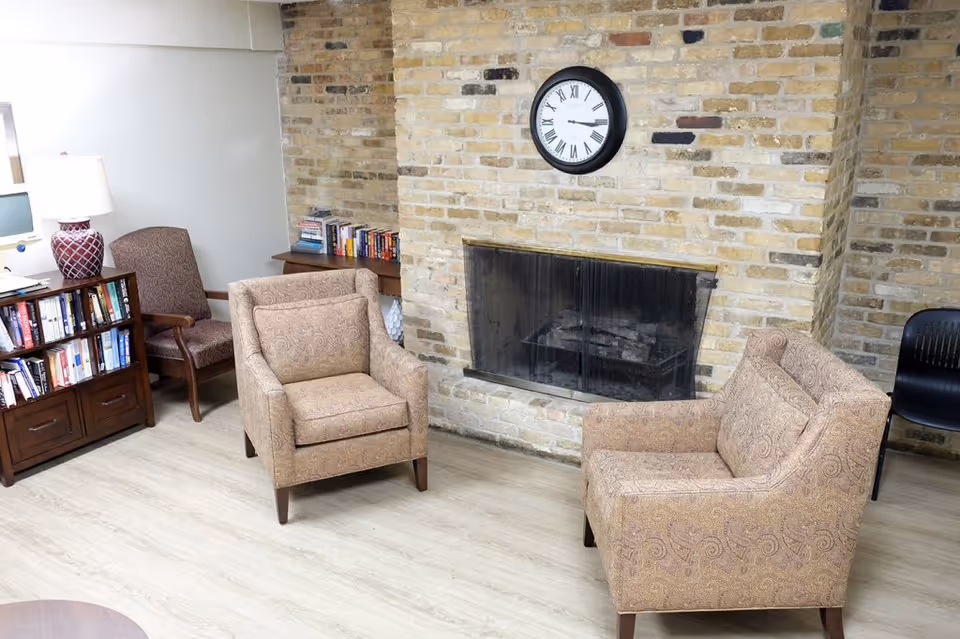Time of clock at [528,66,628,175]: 3:15
